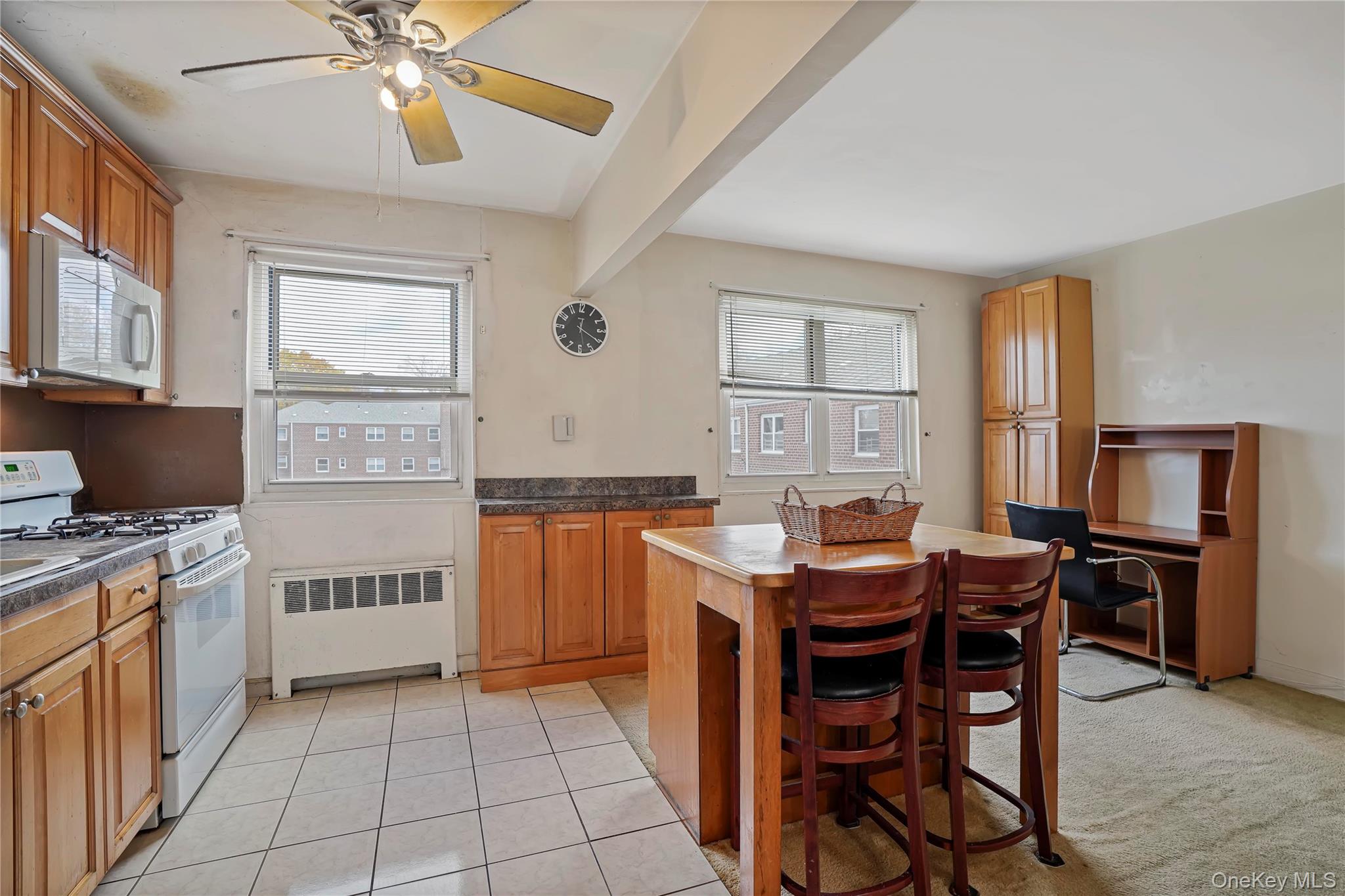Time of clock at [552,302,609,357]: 12:20
